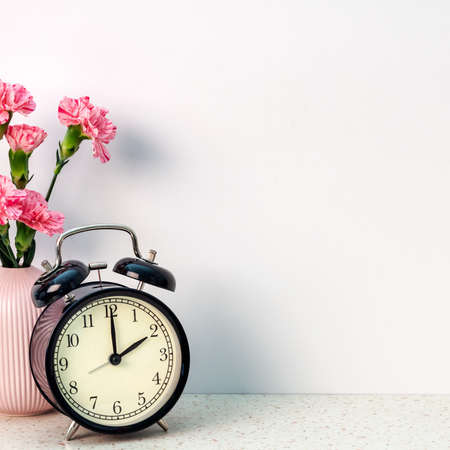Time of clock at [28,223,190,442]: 2:00
